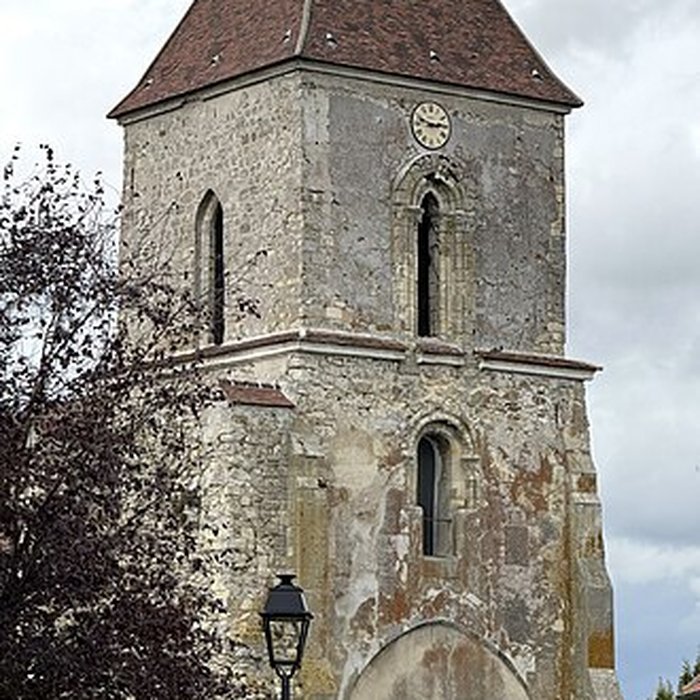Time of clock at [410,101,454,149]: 2:48
